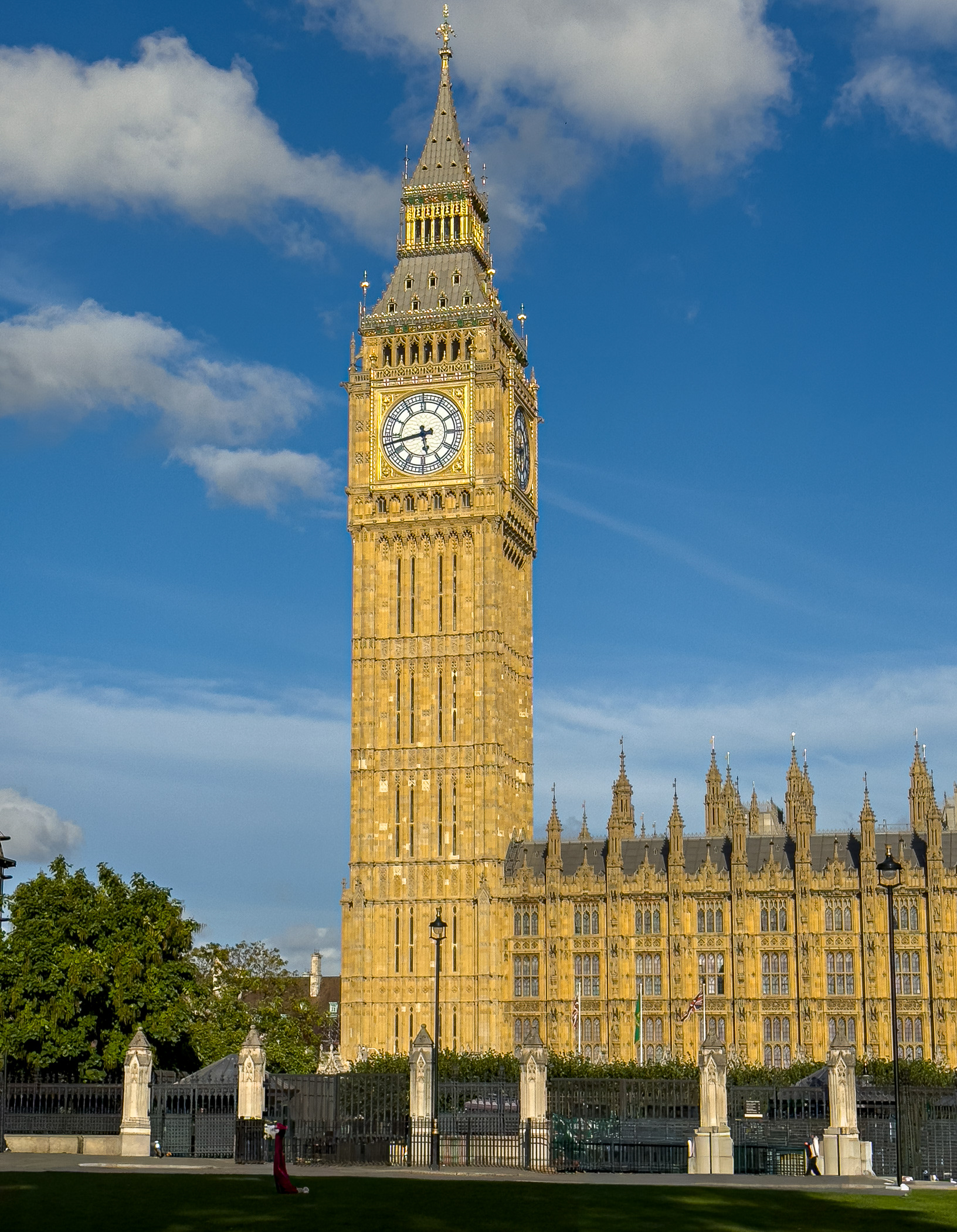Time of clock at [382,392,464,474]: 5:42
